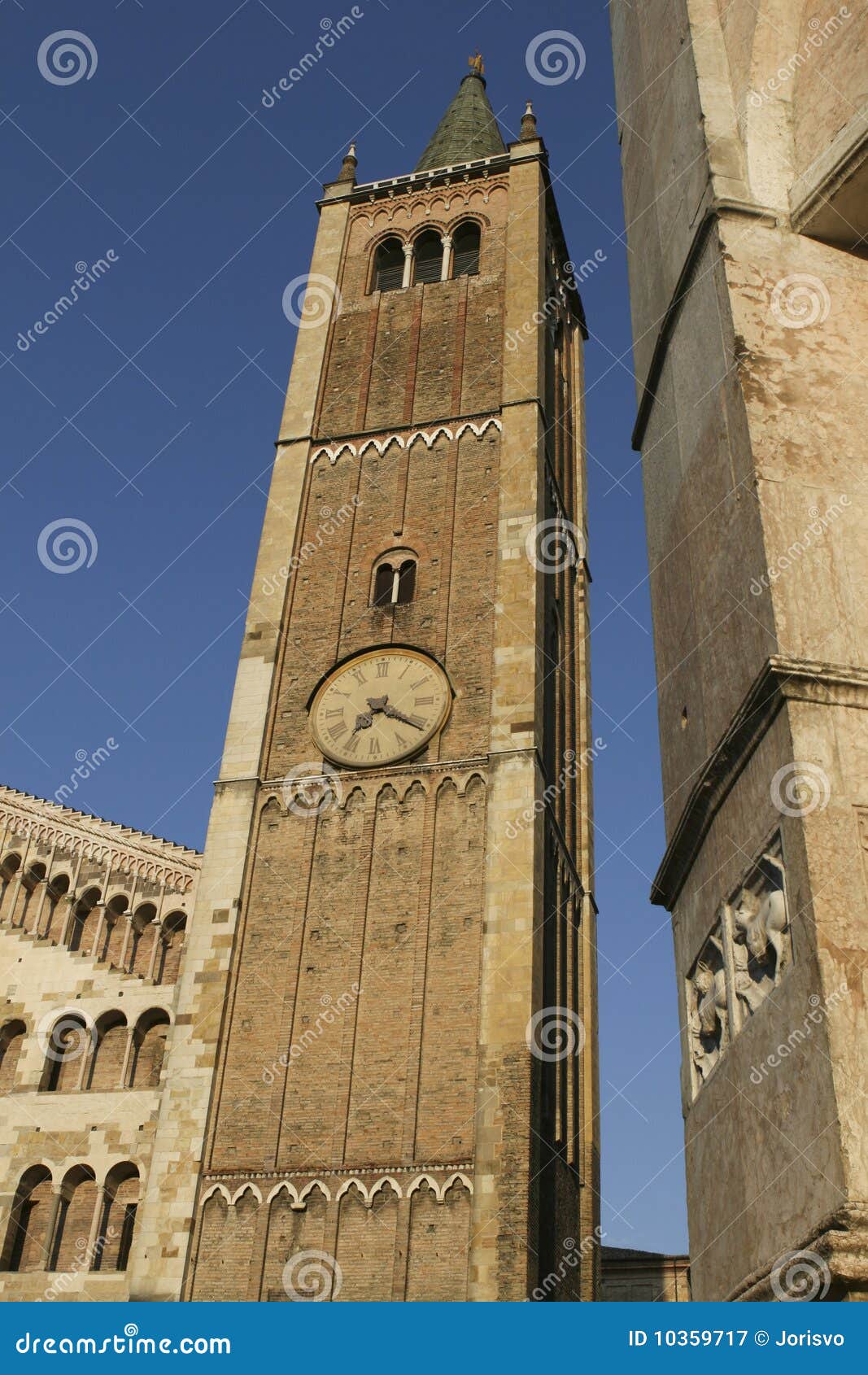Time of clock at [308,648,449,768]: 7:20
